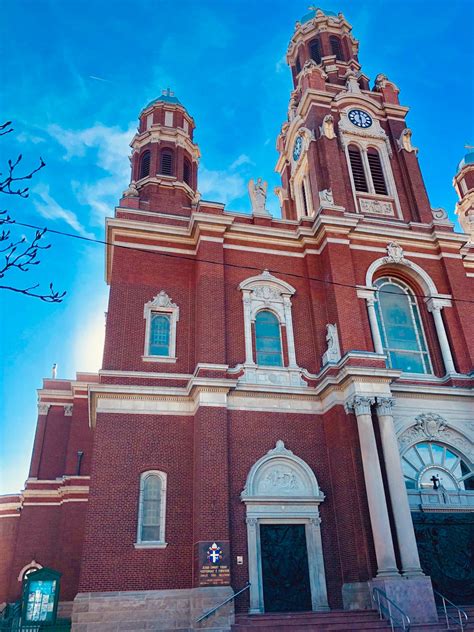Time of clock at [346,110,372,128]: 5:59
